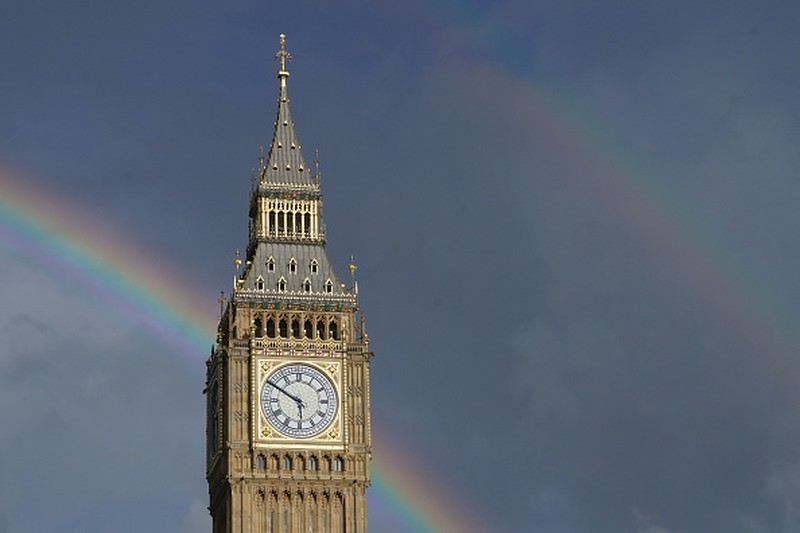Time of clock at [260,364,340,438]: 5:50
